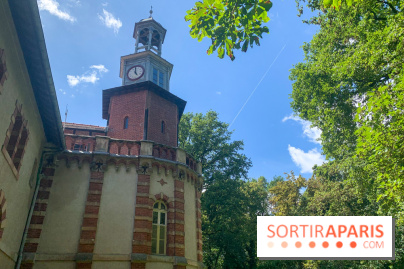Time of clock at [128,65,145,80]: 4:59
